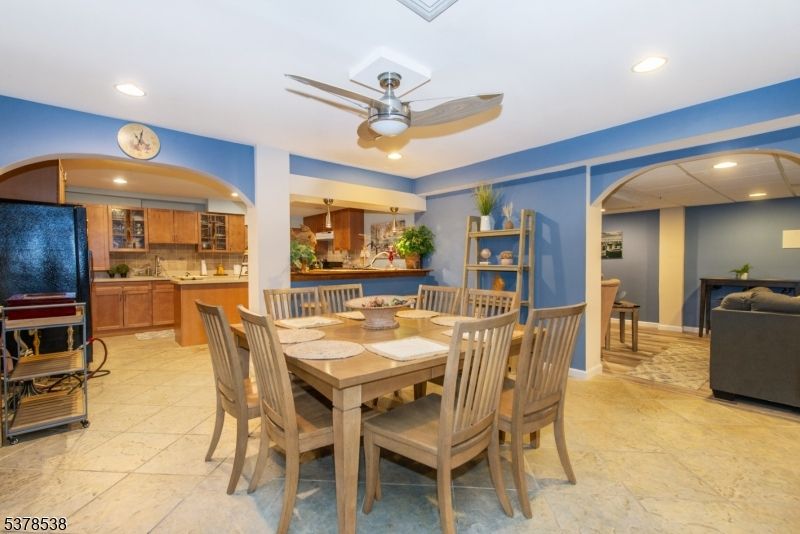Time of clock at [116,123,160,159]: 4:02
